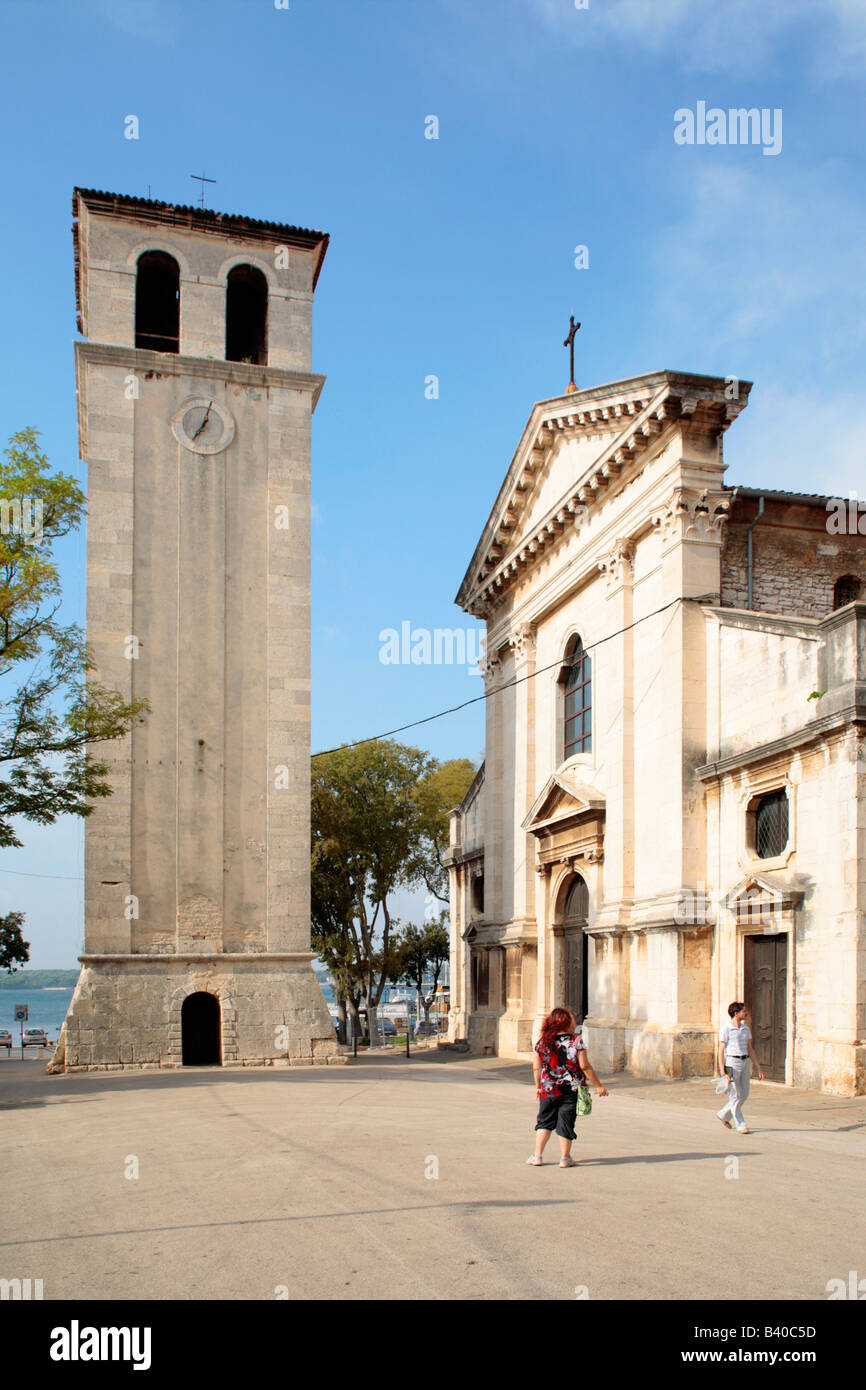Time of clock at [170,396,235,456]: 7:03
